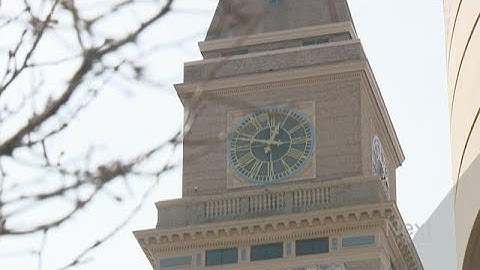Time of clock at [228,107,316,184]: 12:47
